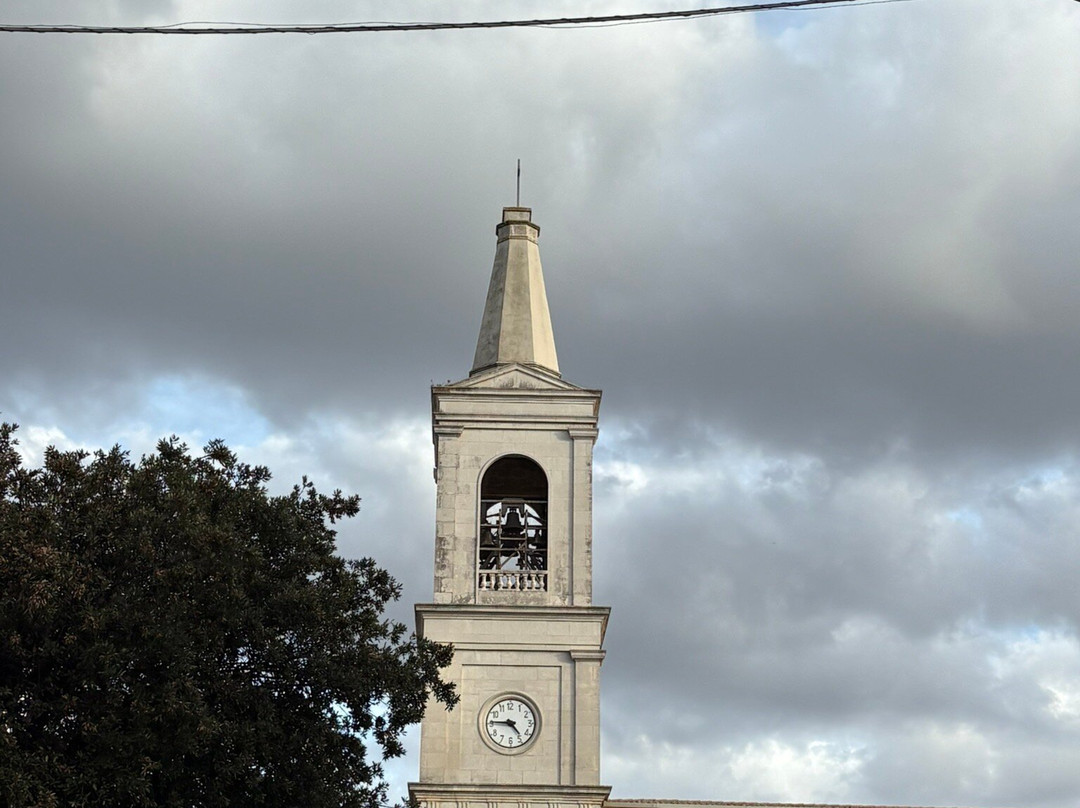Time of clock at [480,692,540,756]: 4:45
